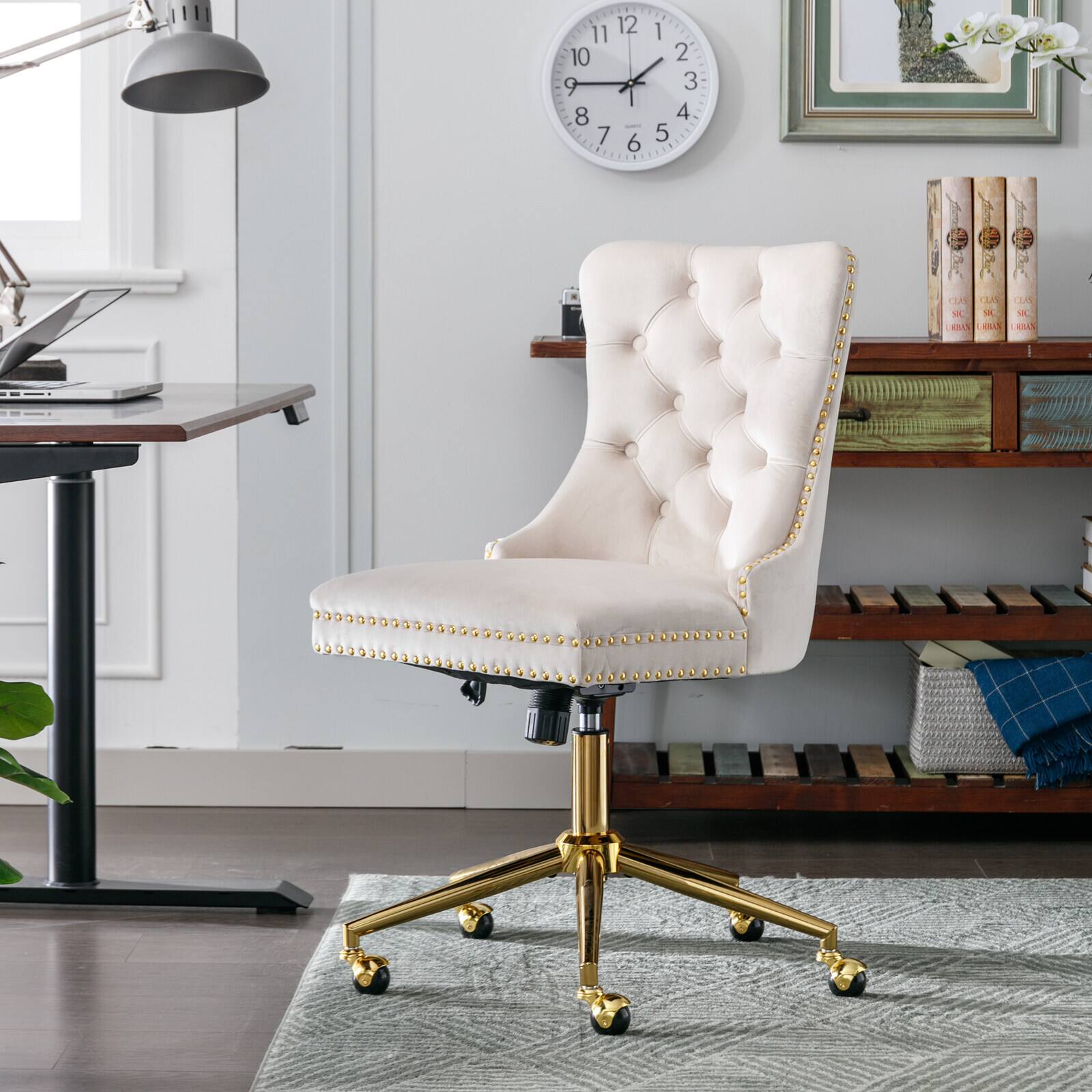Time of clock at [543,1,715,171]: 1:45
